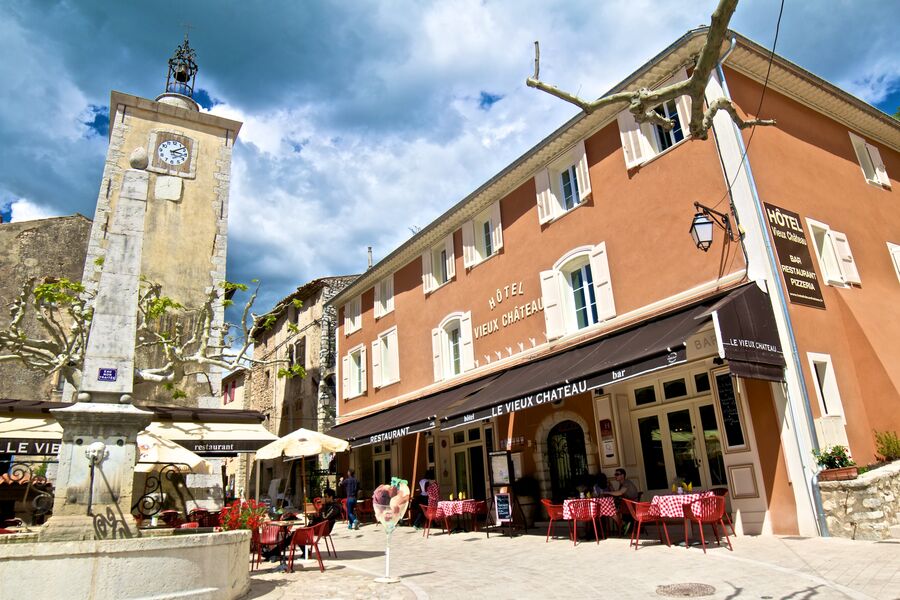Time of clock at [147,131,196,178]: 3:09
